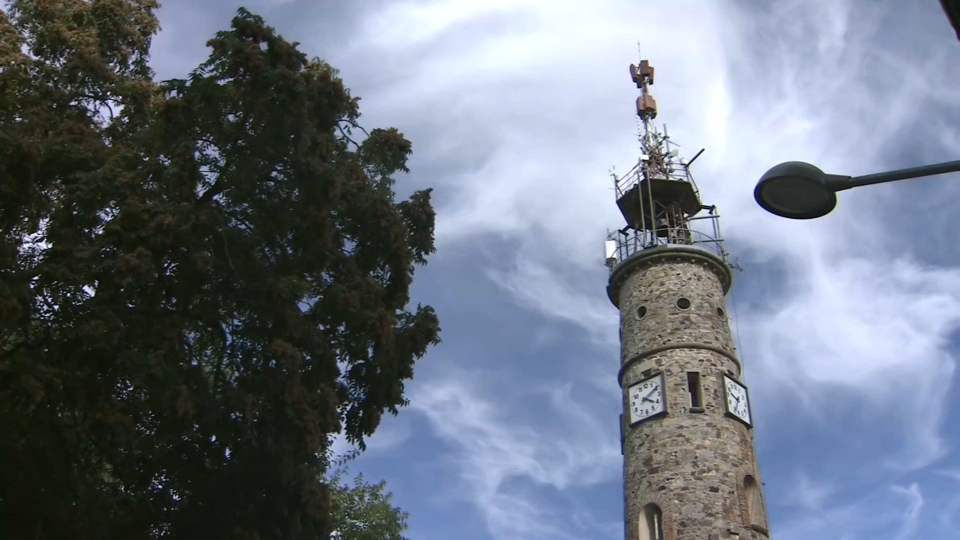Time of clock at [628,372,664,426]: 4:10
